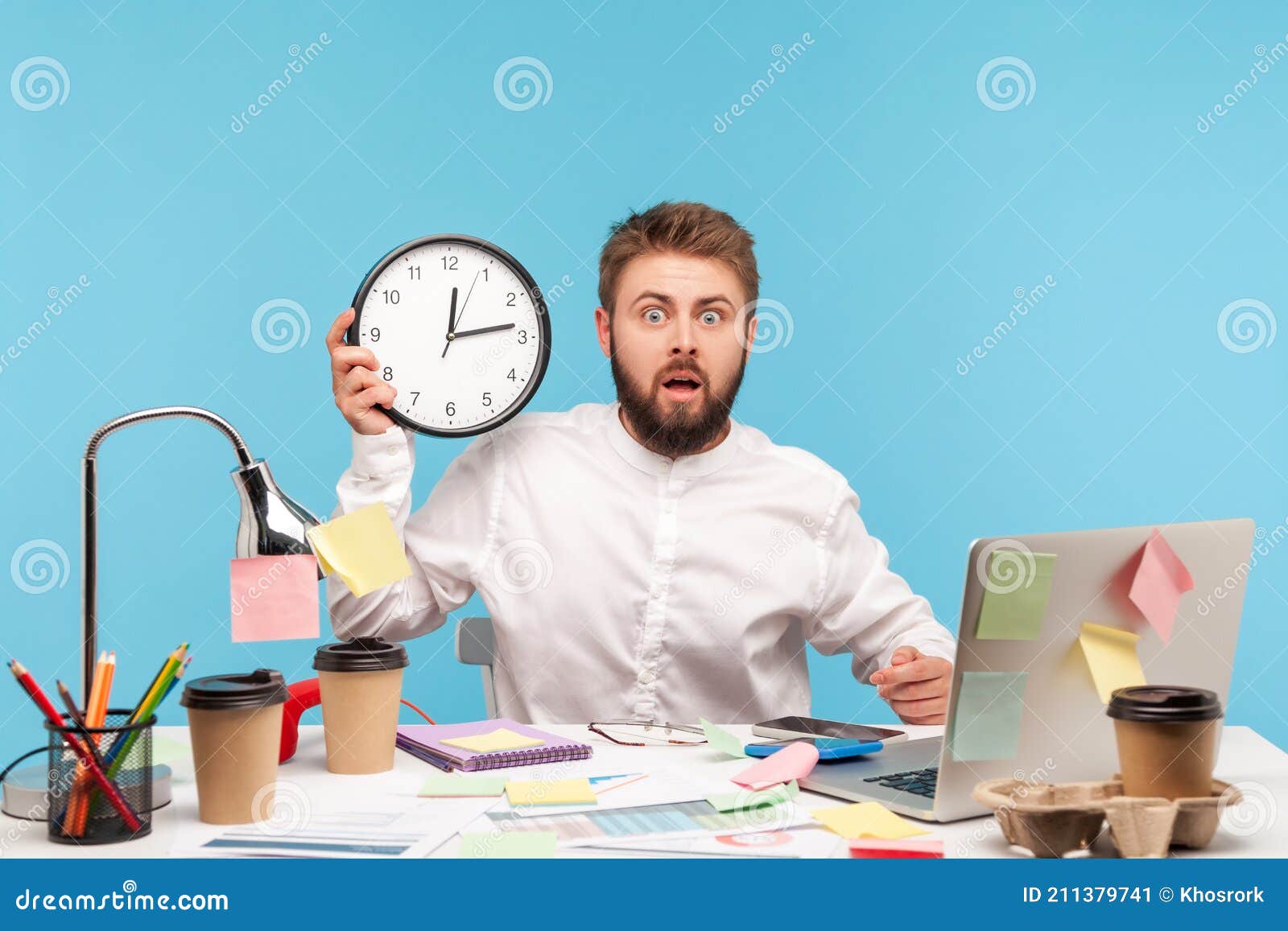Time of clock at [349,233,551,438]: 12:13
